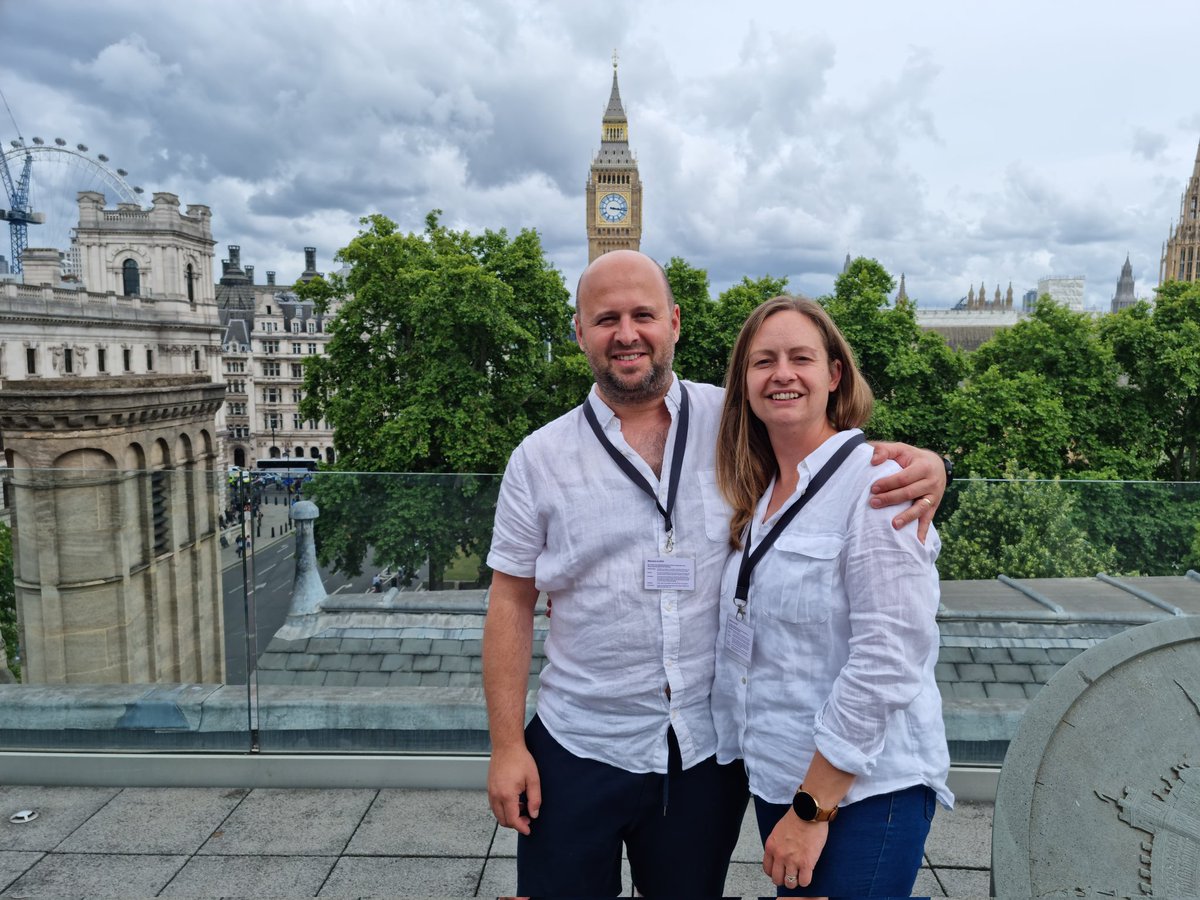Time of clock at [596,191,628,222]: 3:16
